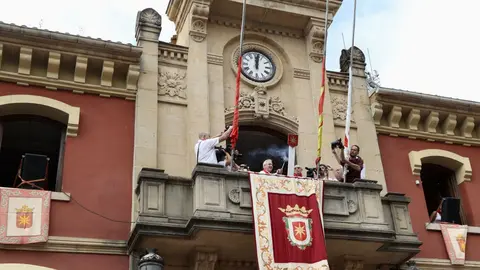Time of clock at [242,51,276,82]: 12:01
